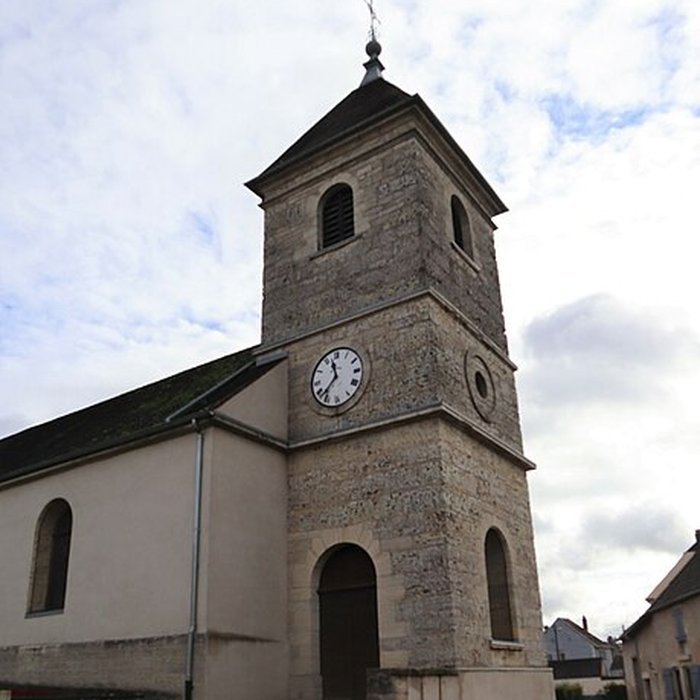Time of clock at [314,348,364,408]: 11:37
